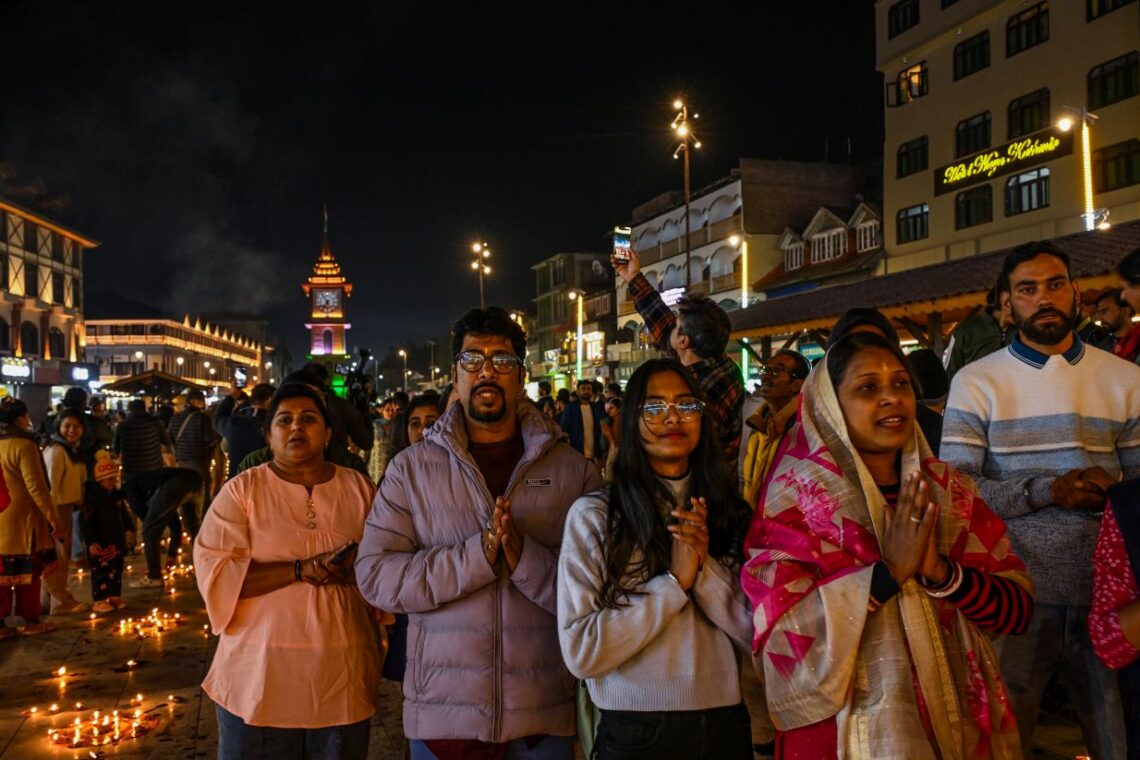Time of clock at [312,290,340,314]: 6:55
